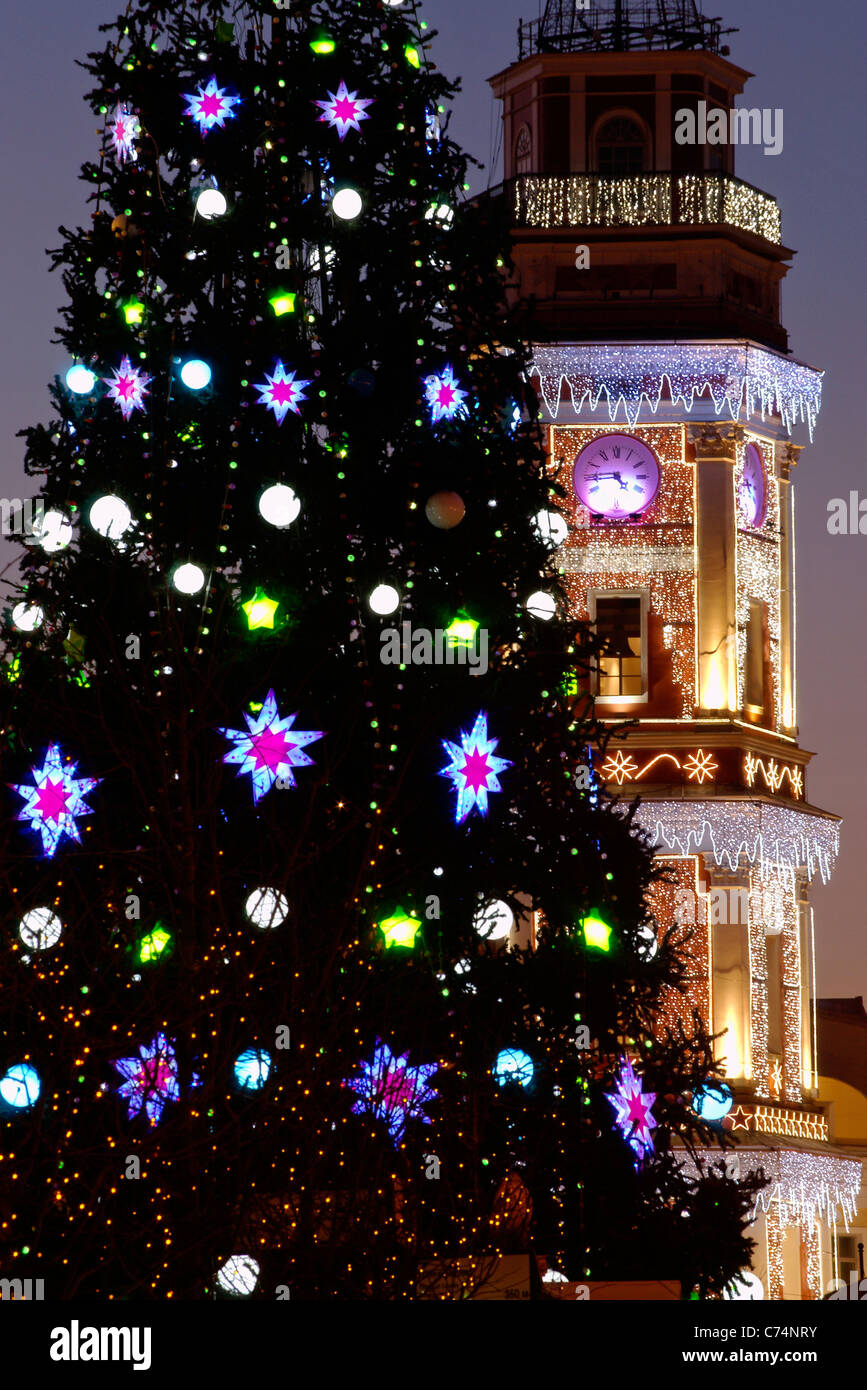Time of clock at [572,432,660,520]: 4:44
